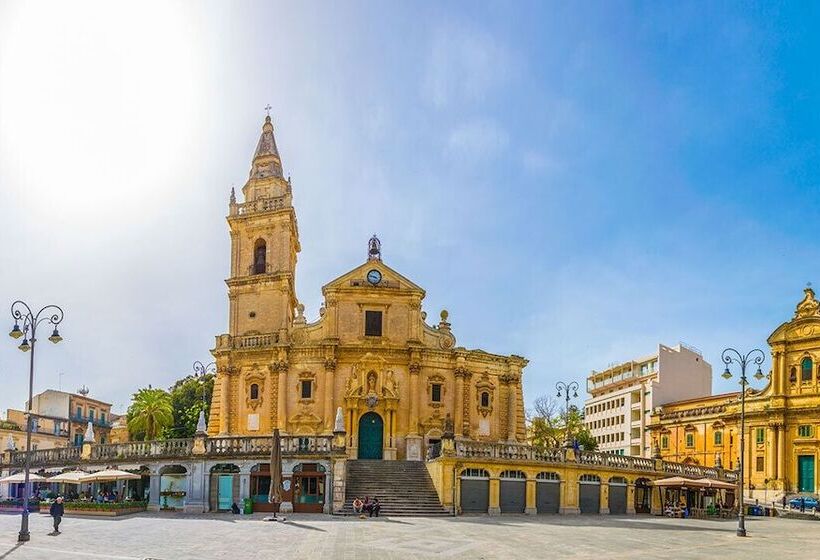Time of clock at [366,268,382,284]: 3:47
